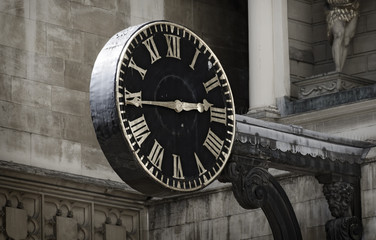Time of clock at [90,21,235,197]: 2:44
